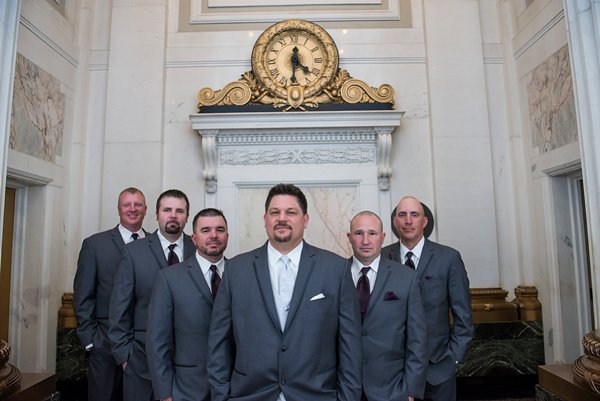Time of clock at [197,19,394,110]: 4:31
